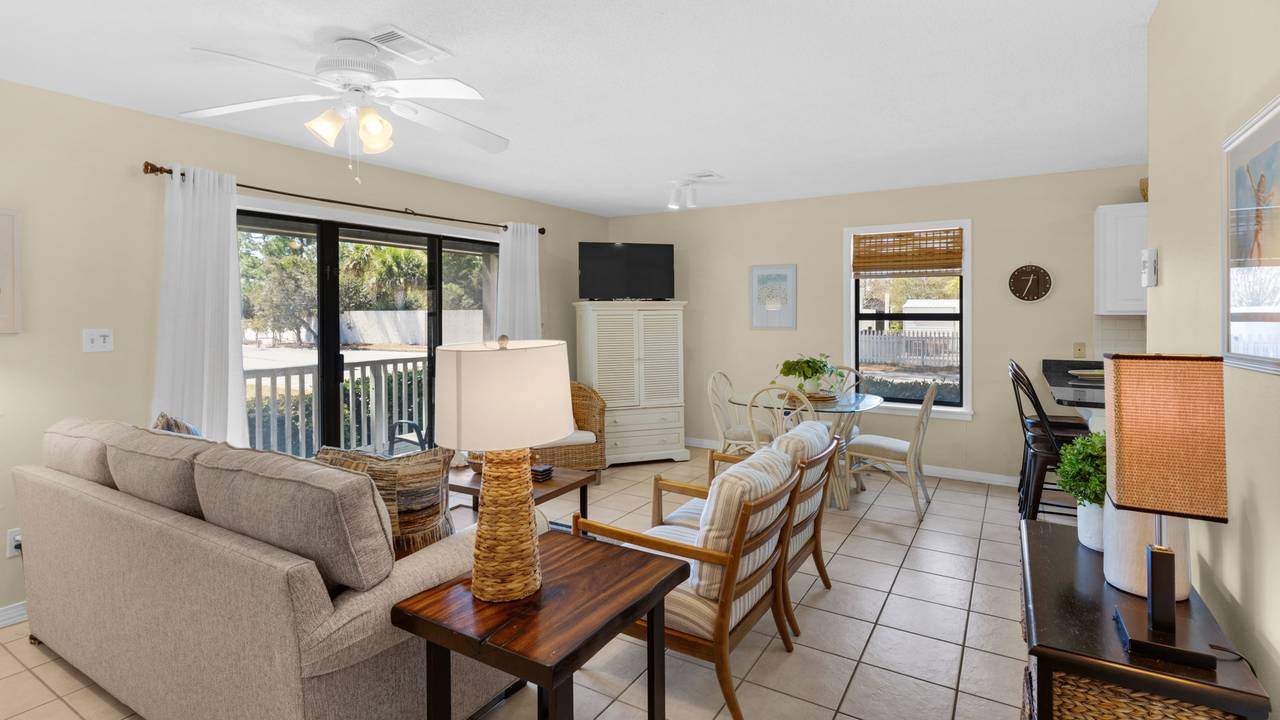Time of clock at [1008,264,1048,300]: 12:32
